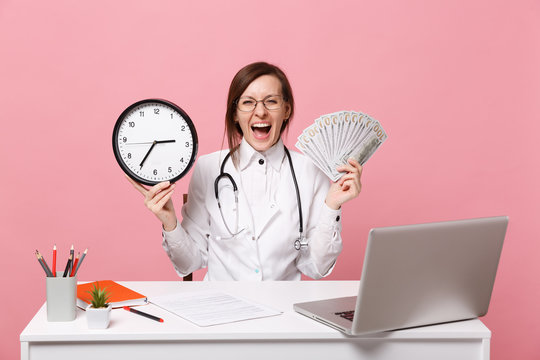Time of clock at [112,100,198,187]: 2:35
